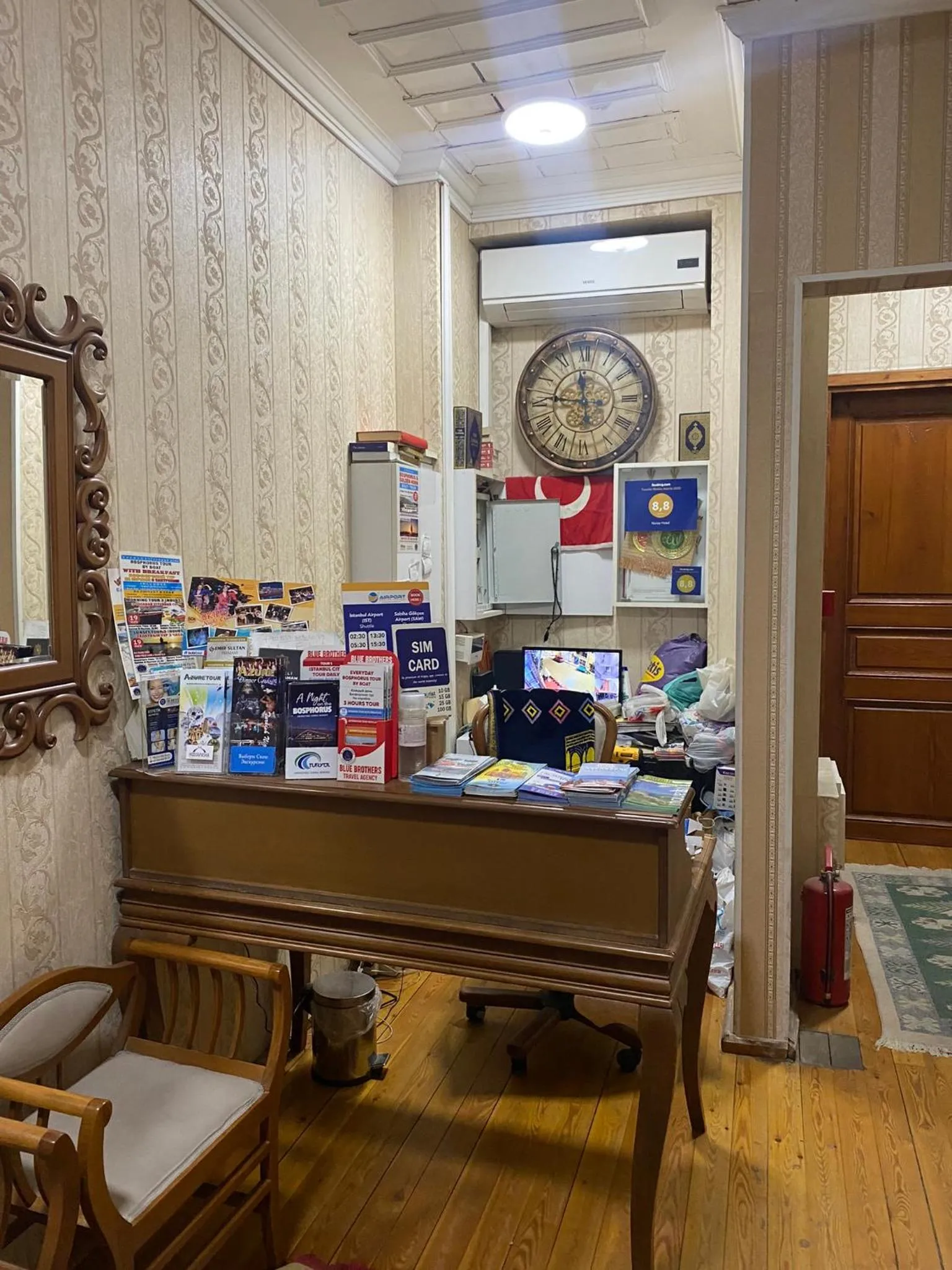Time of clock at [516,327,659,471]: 11:46
